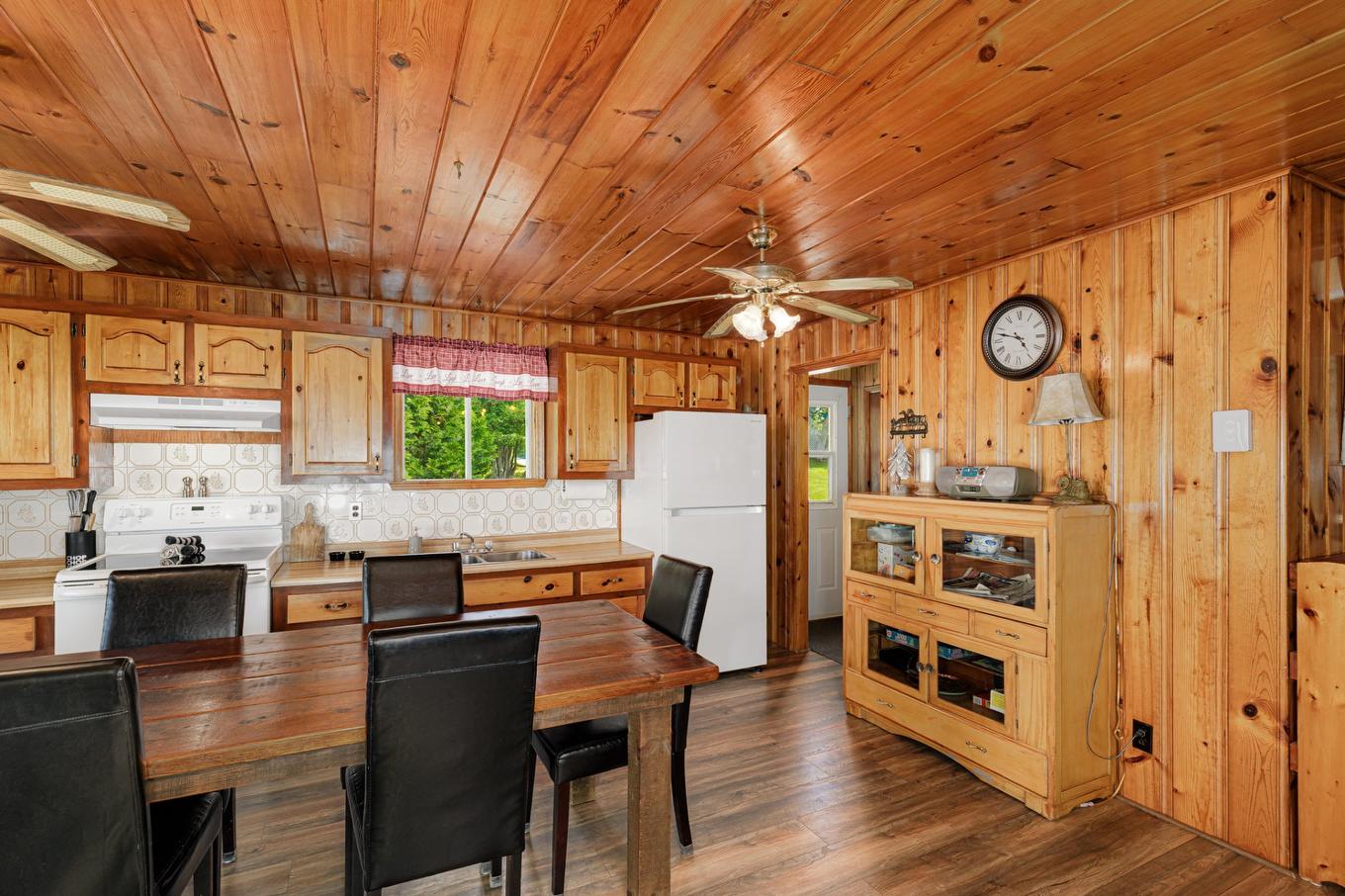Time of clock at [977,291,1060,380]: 4:47
